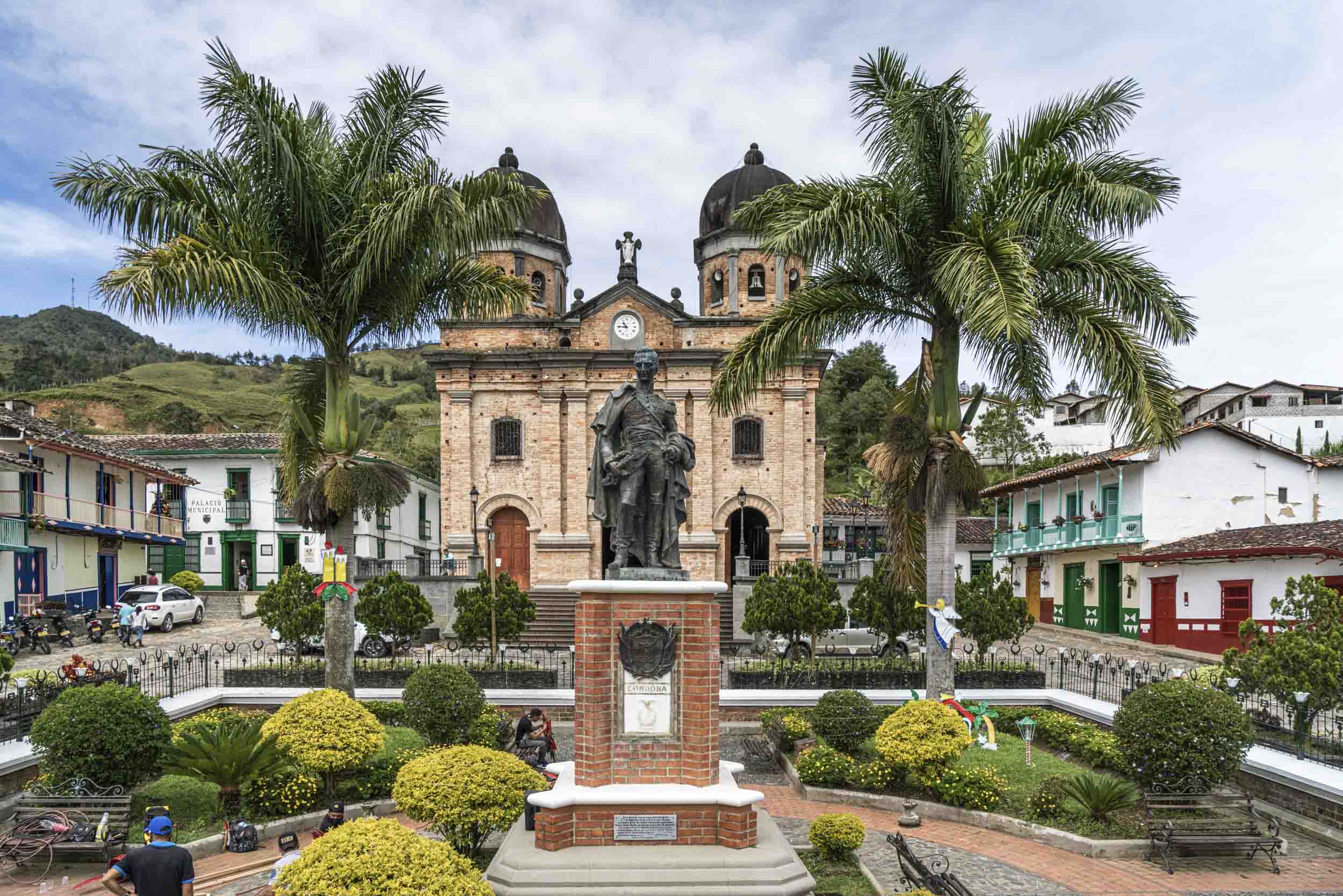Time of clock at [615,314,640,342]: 10:45
